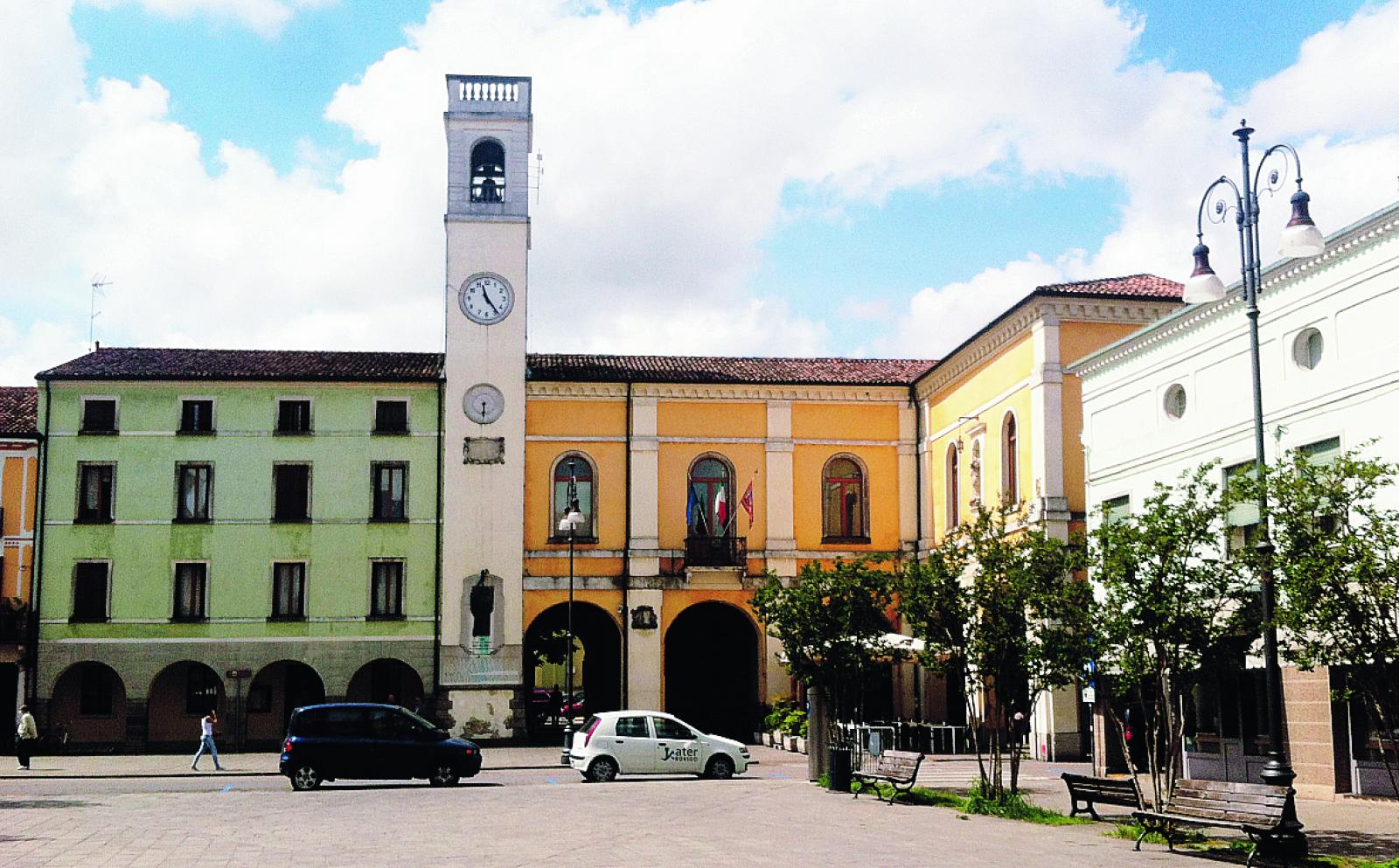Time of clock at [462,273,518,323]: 11:23
